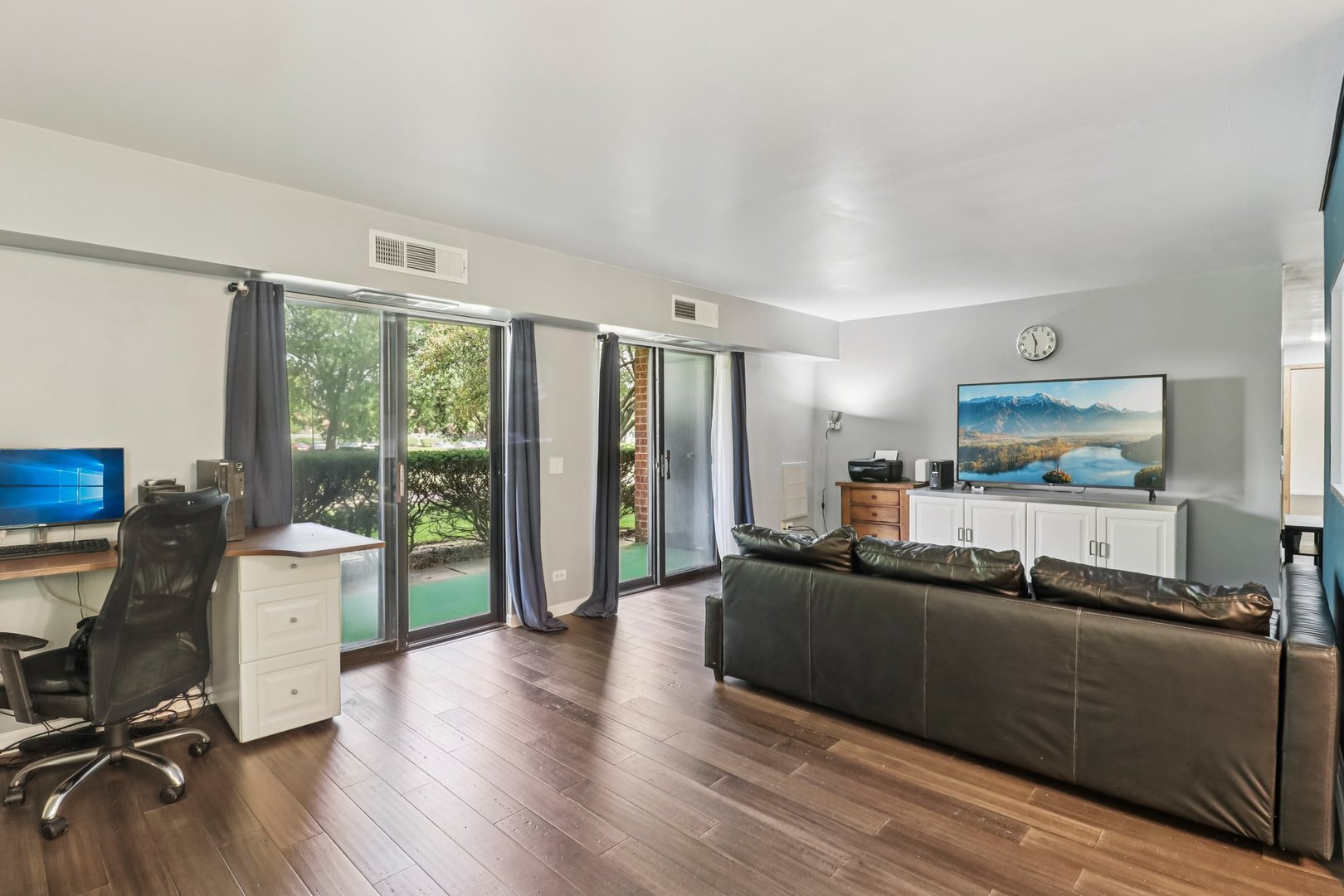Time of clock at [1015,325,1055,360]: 11:31
